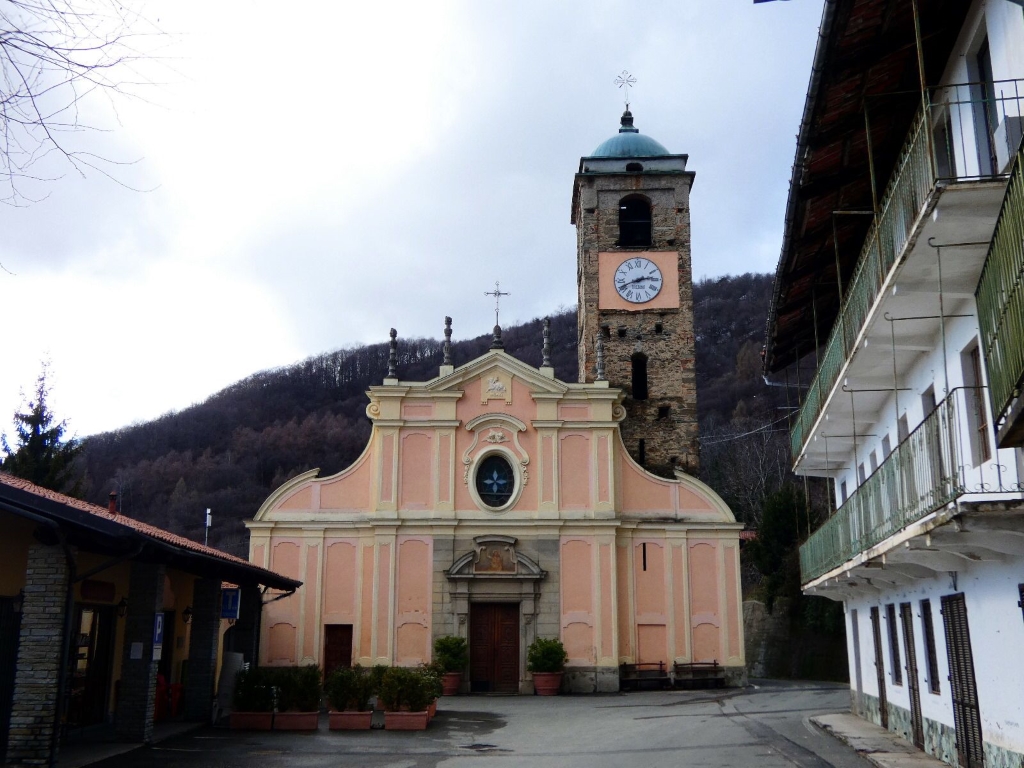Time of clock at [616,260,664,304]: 2:41
